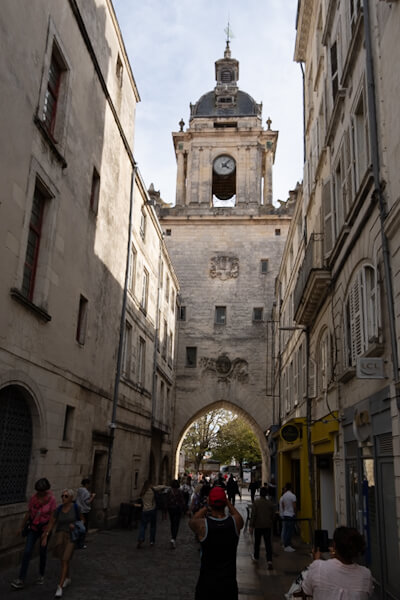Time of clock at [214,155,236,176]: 4:07
